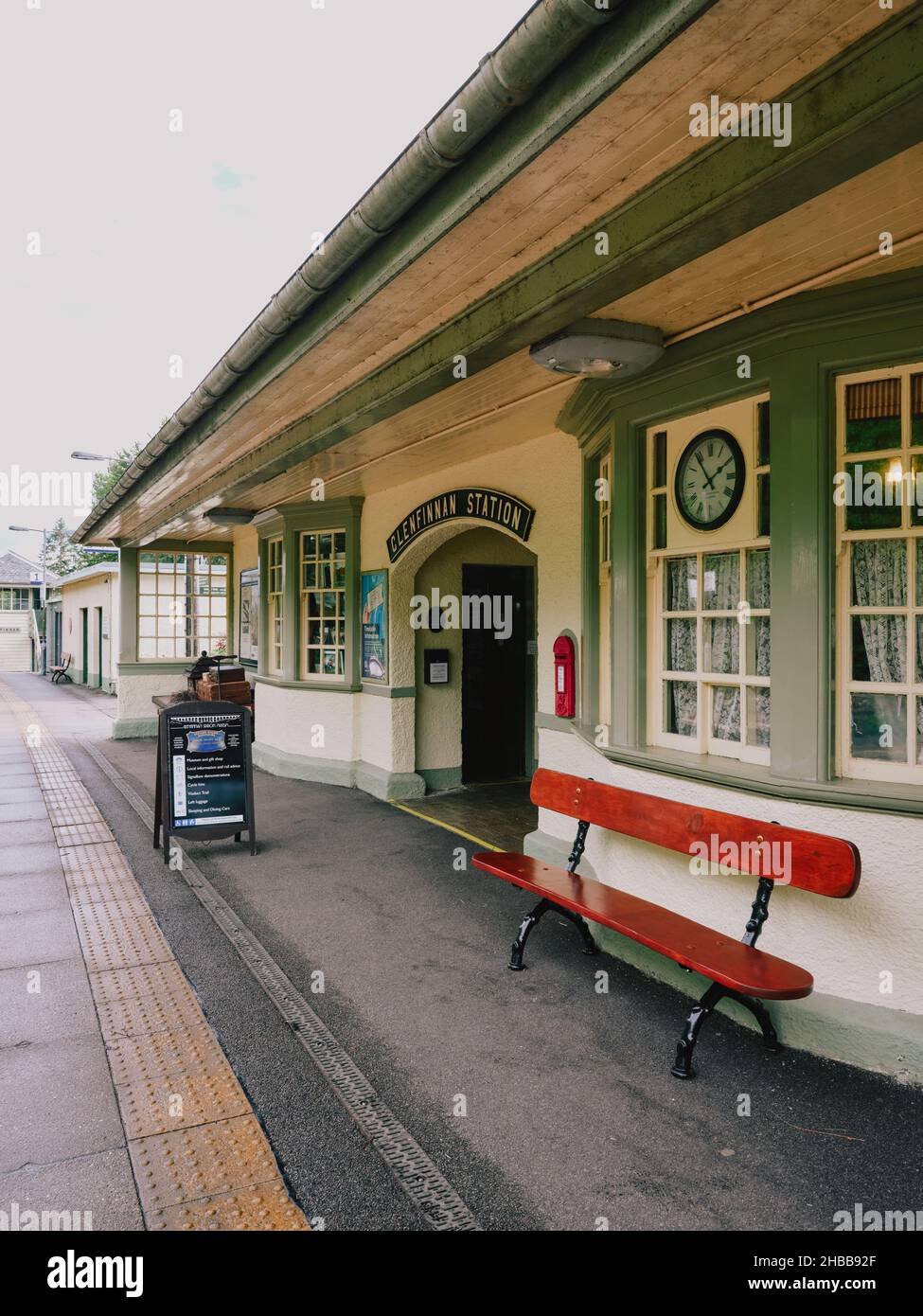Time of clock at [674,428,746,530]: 1:54
